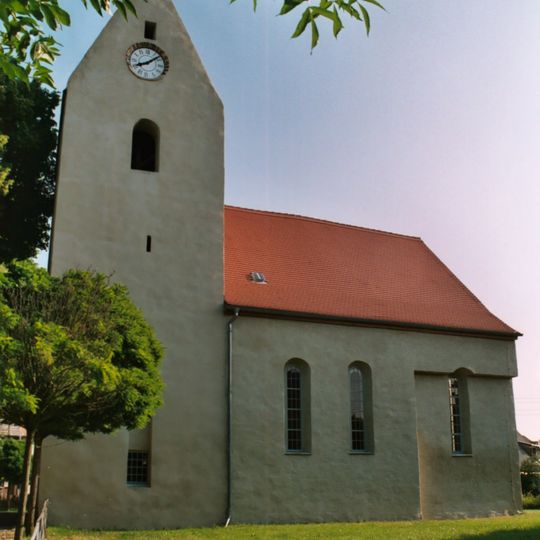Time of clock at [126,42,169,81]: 8:08
